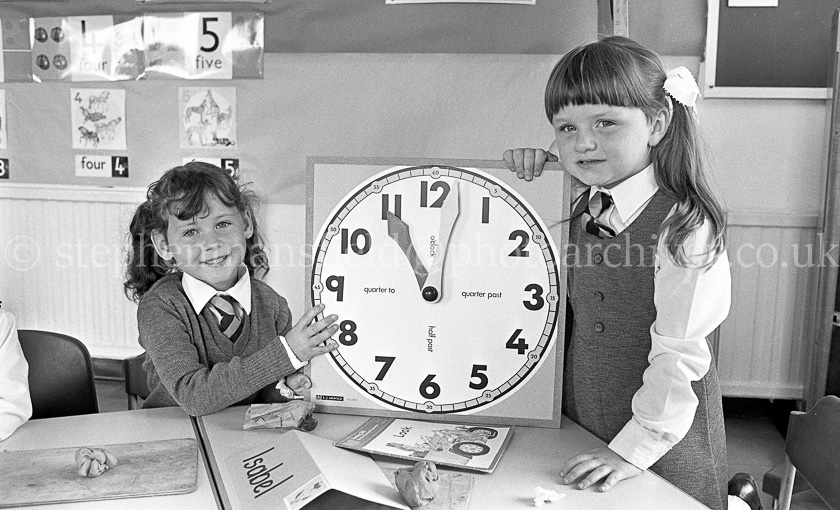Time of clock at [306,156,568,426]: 10:55
